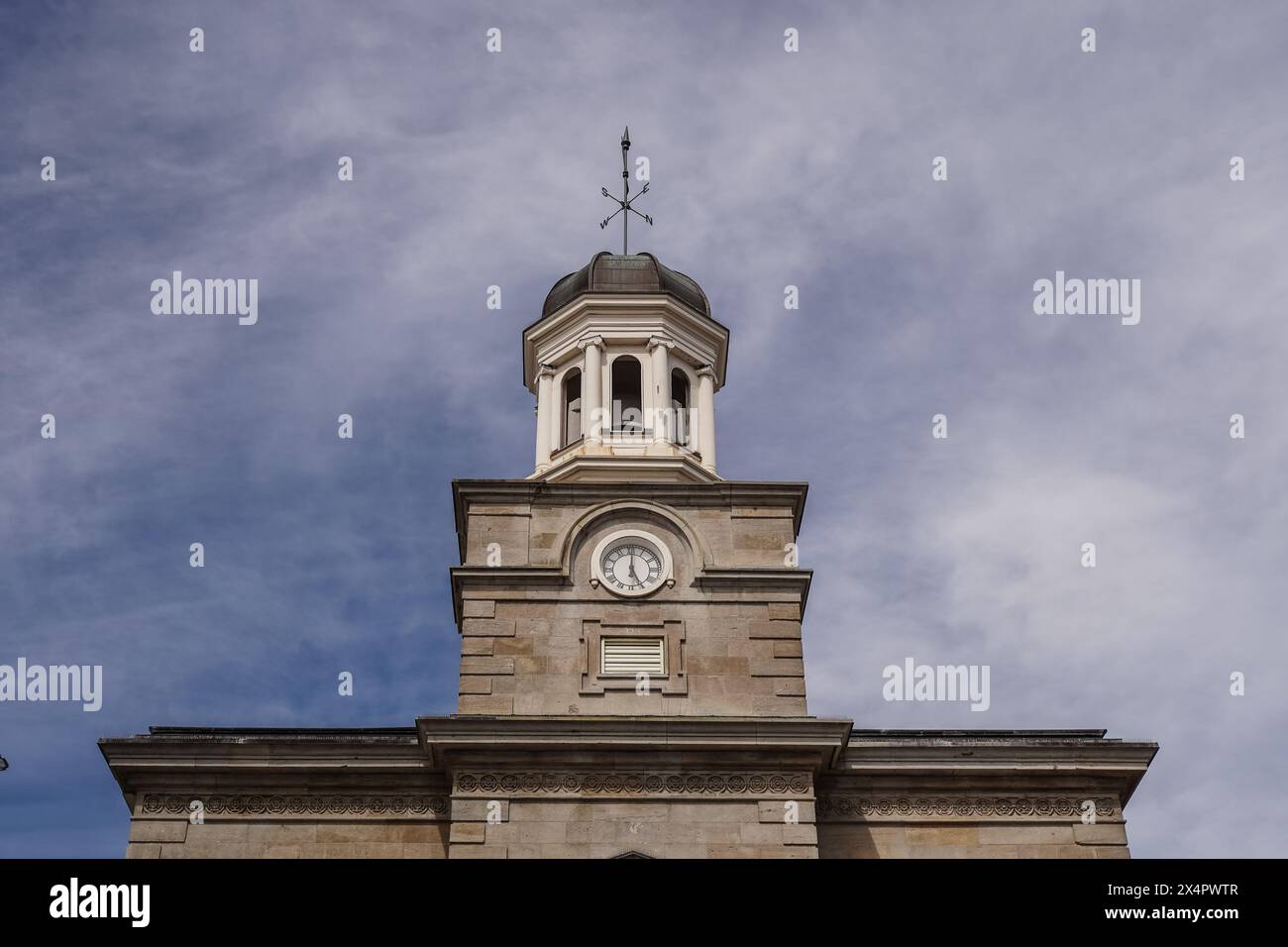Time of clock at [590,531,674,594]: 5:00
